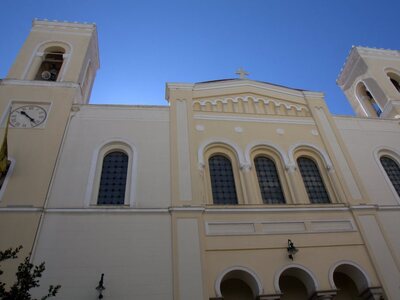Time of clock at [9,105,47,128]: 10:22
